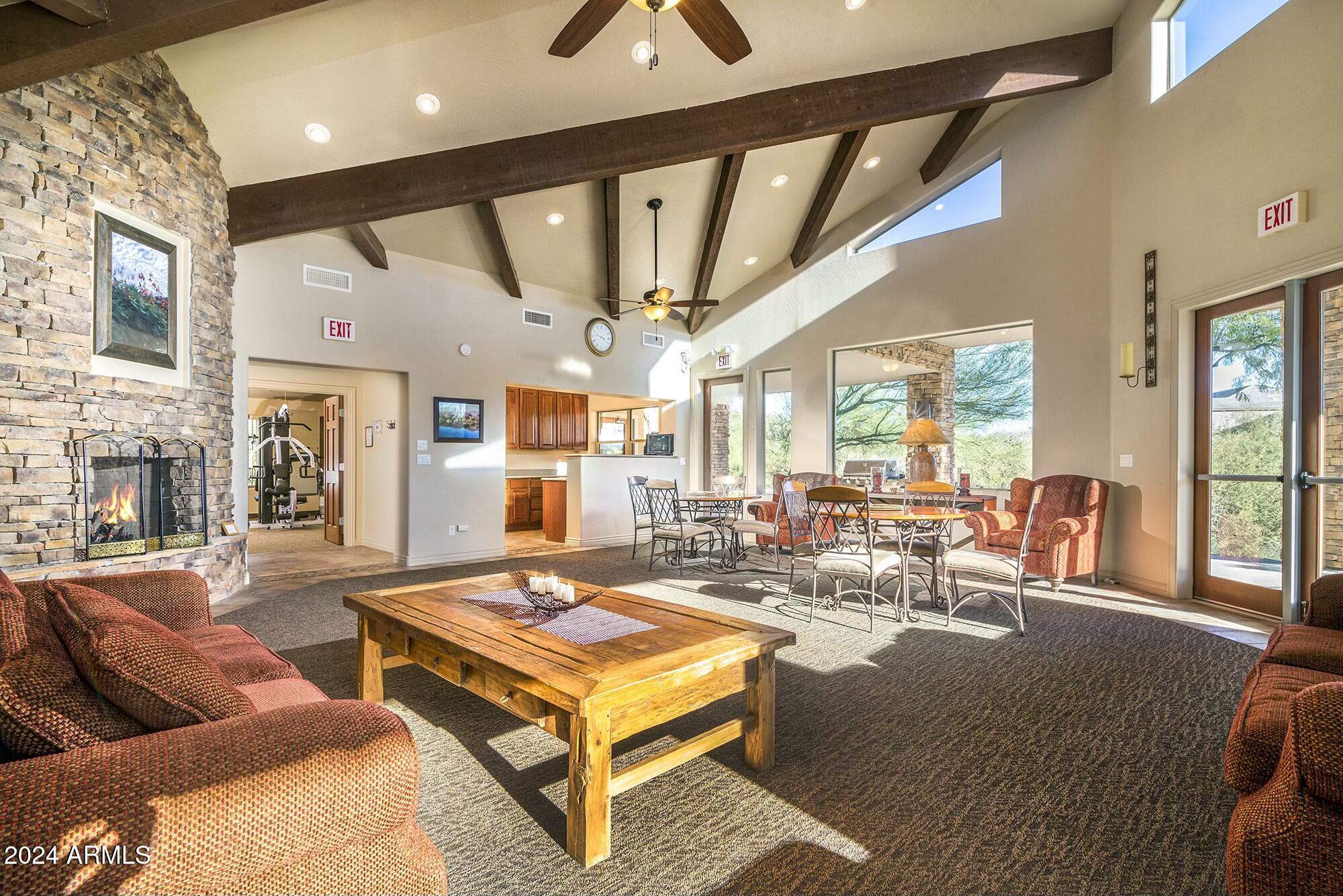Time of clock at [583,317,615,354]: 3:47
